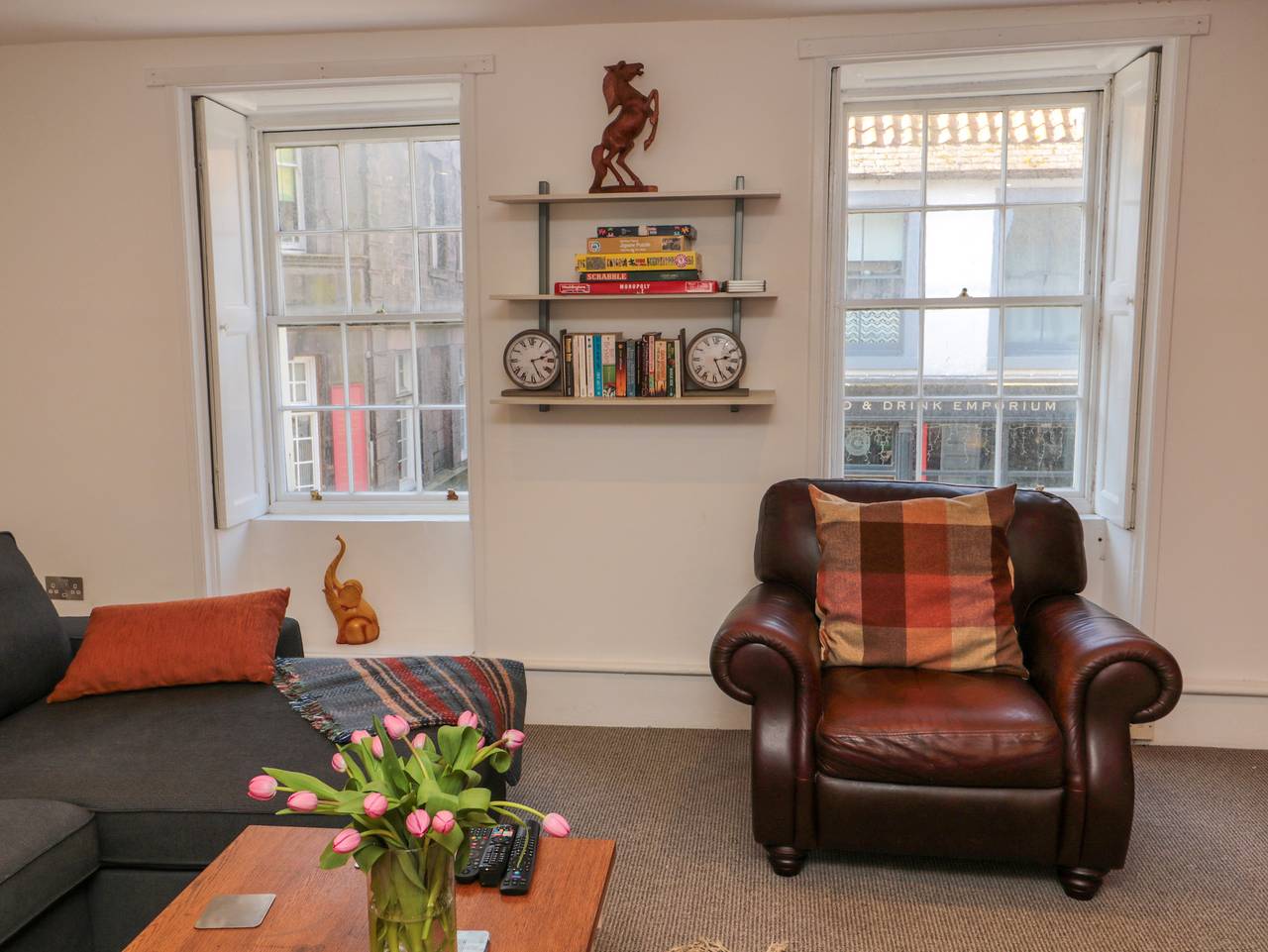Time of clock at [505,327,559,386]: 2:26
